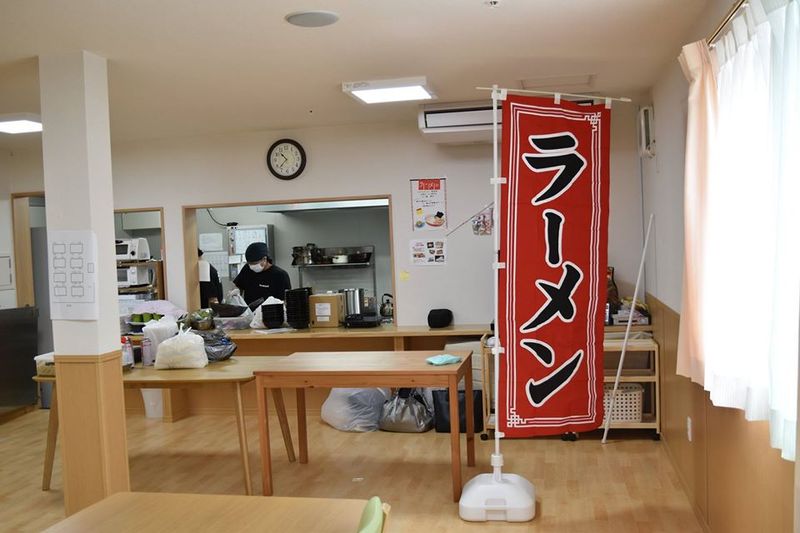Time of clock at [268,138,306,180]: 10:37
